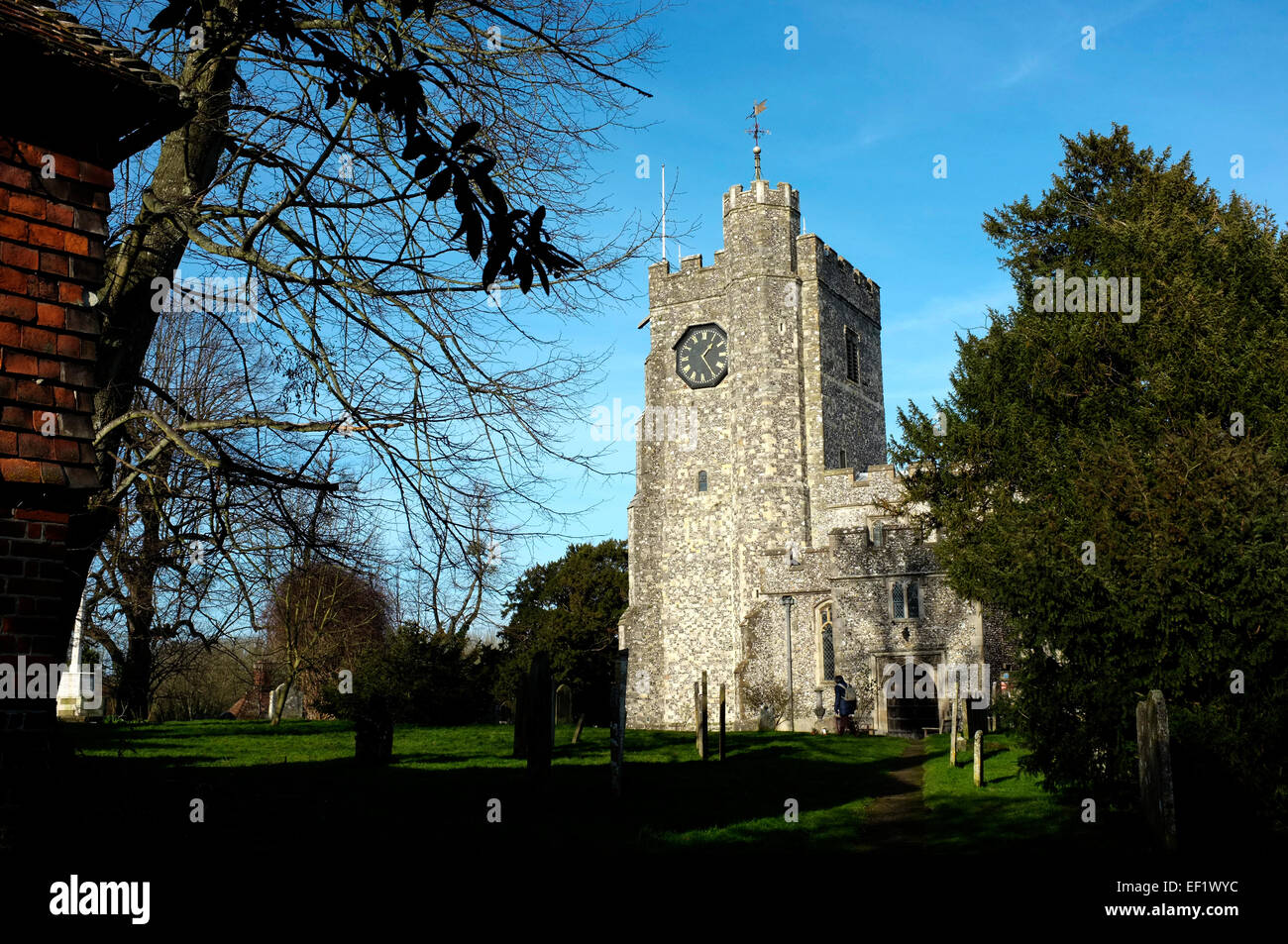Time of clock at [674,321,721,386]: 1:24
